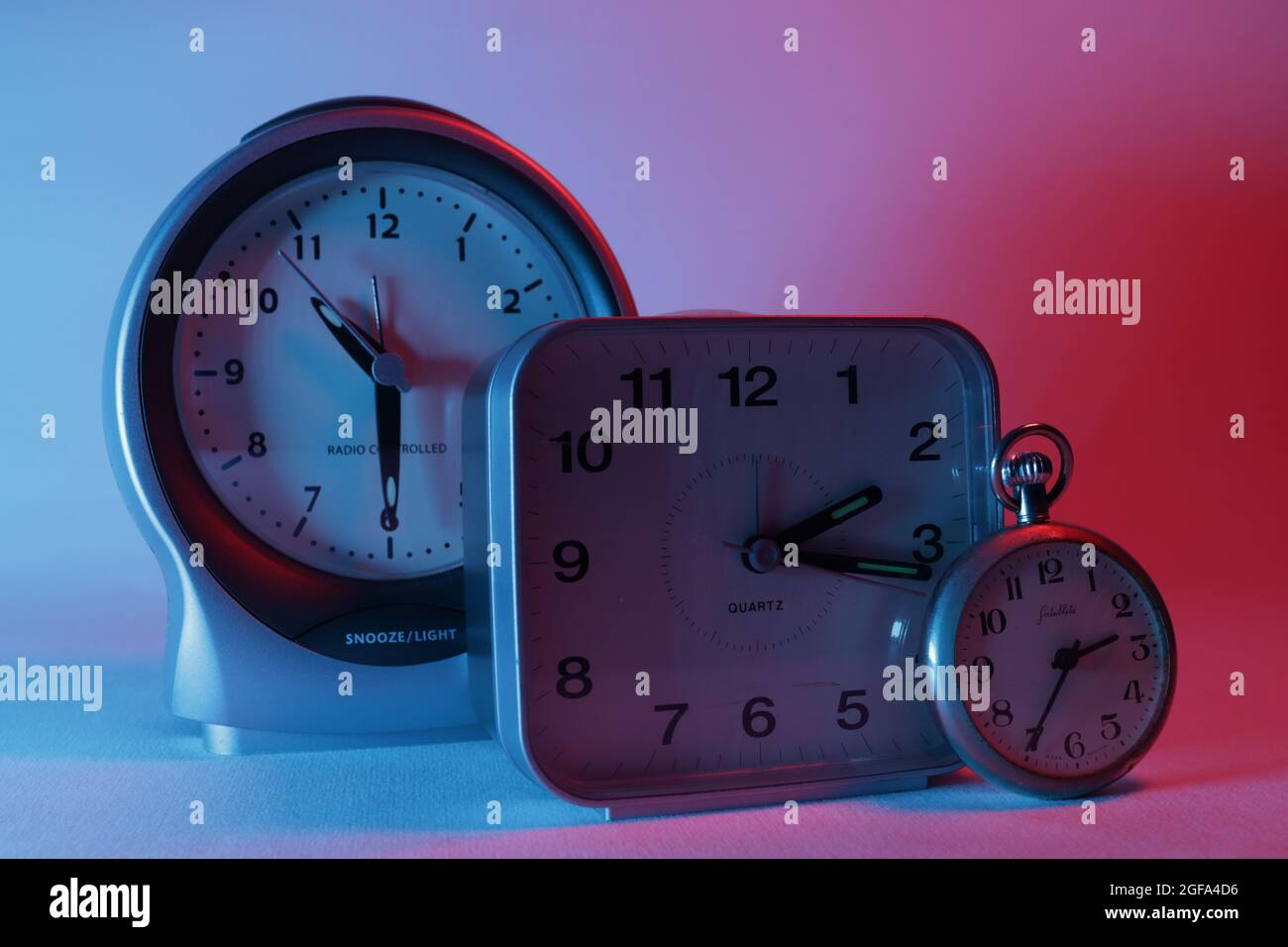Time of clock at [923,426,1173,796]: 2:35
